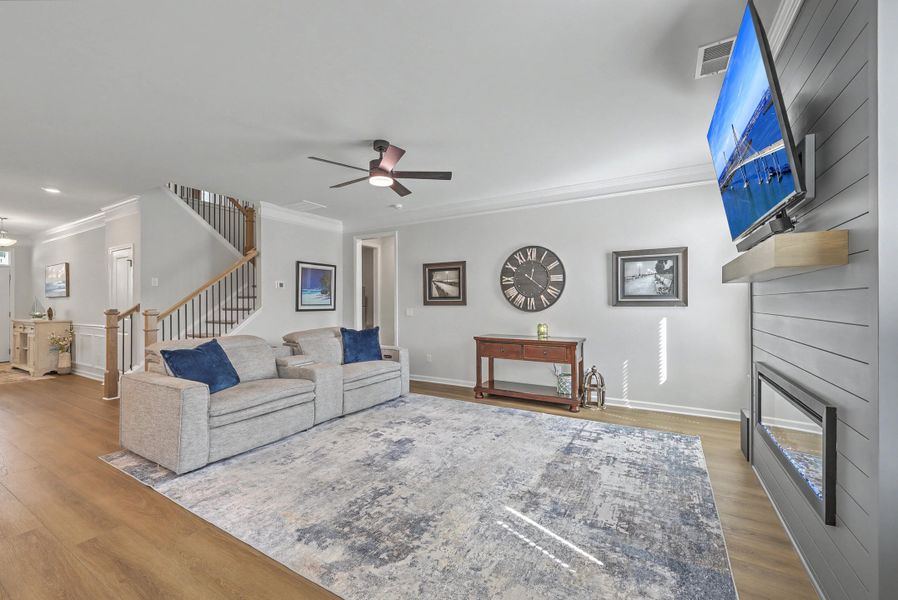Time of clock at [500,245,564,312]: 12:21
